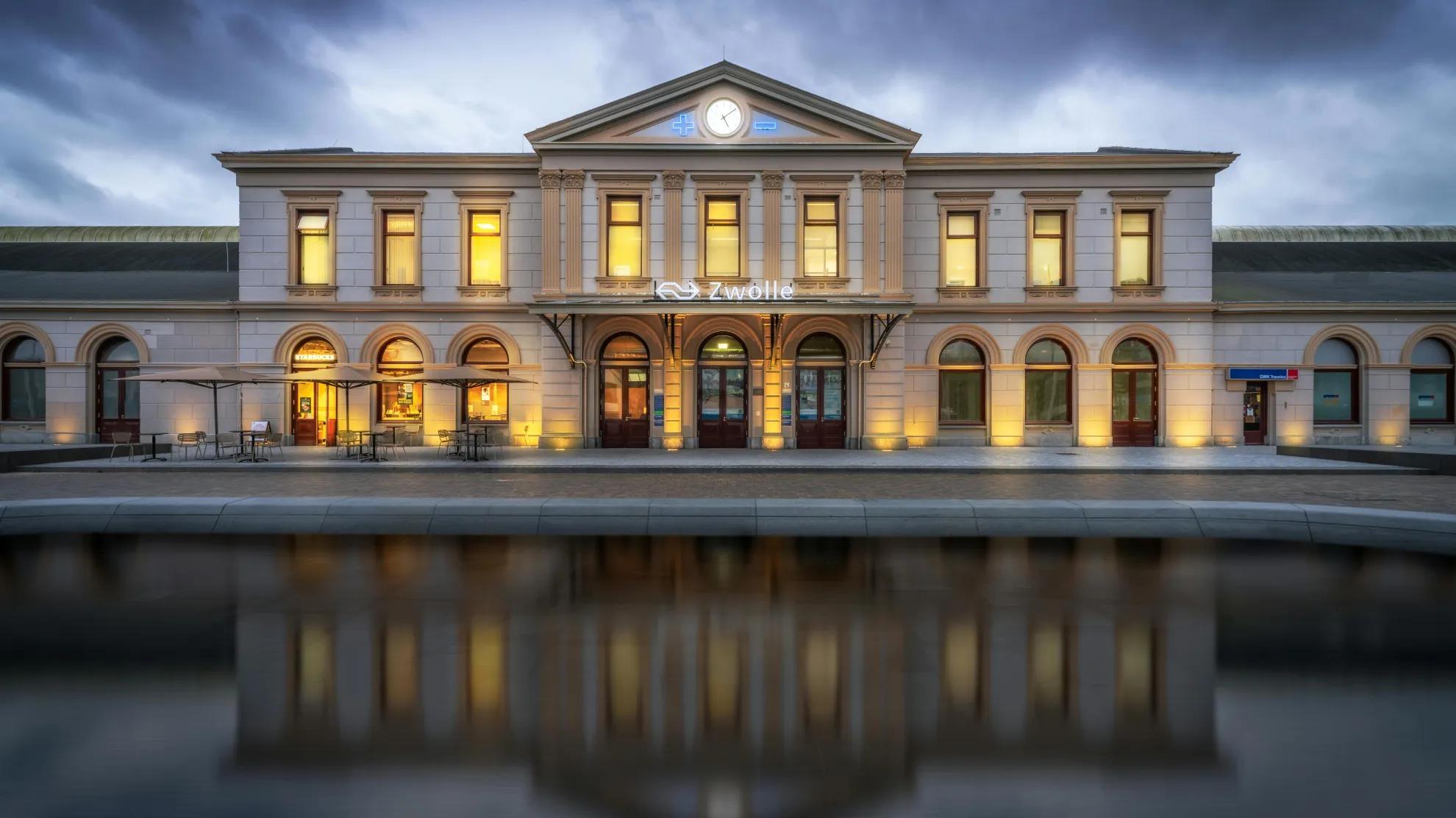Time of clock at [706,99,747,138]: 5:08
